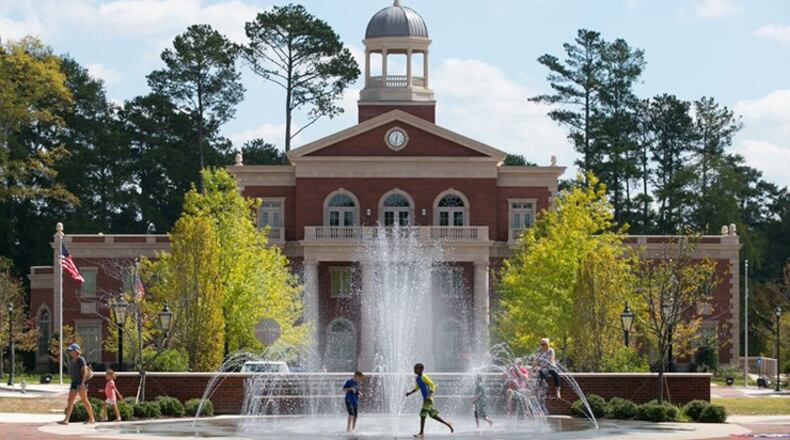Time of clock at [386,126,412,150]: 12:32
